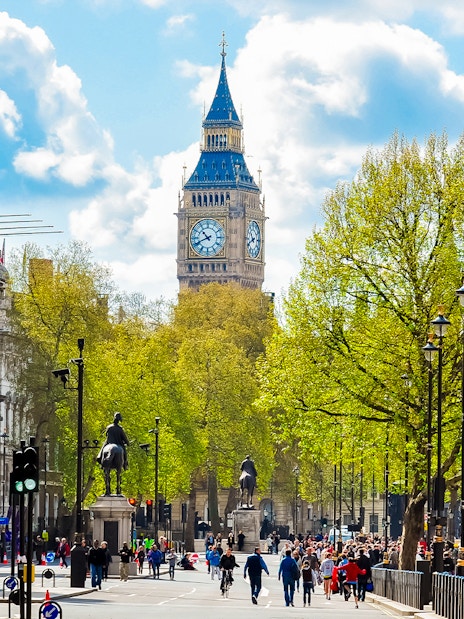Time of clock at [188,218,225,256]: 10:41
